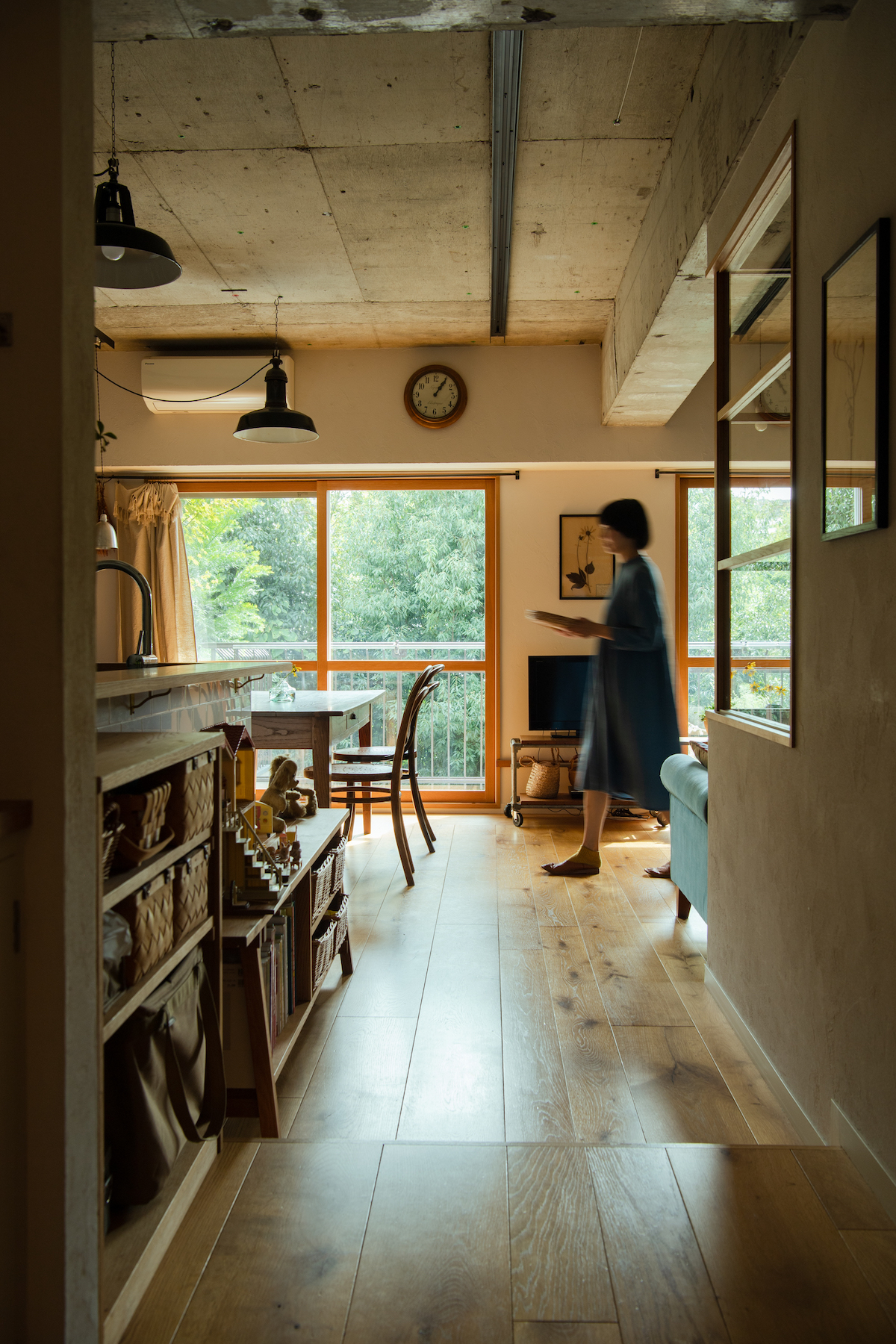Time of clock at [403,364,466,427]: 1:05
